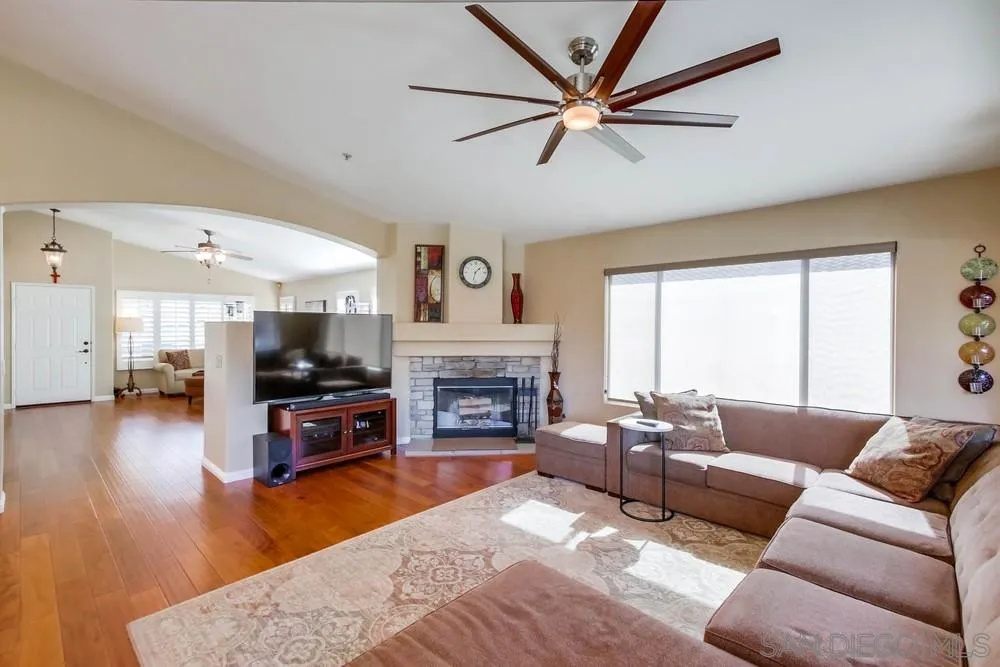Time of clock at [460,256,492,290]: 1:32
